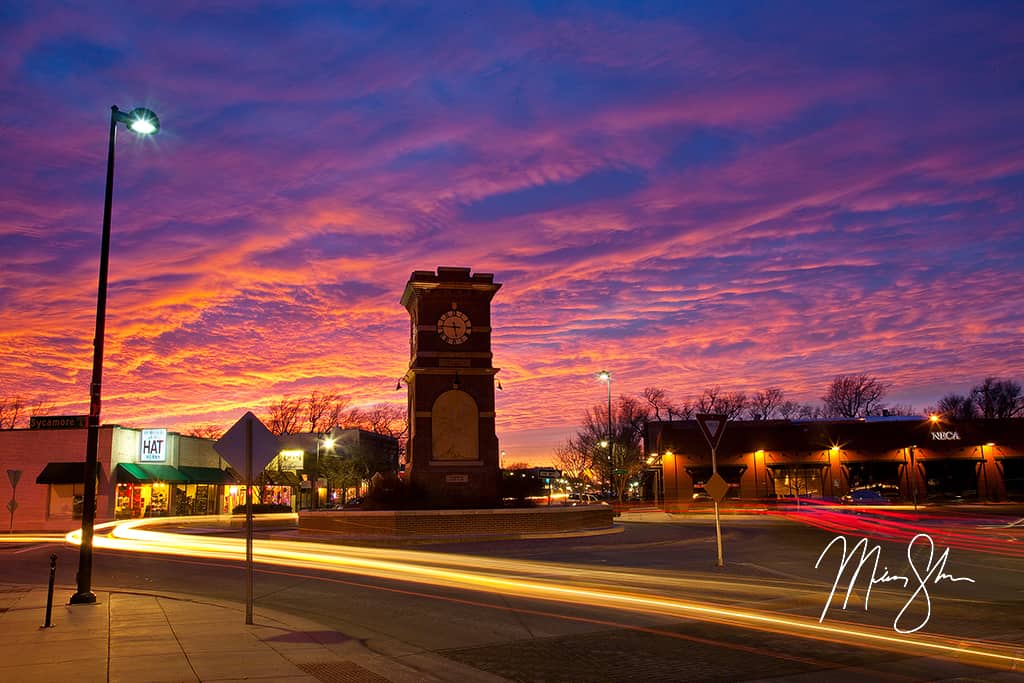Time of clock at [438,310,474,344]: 5:45
